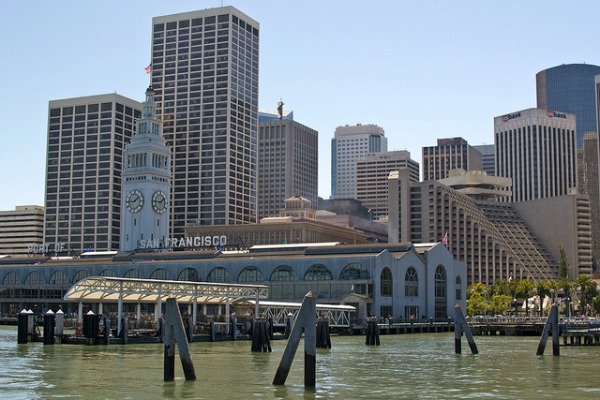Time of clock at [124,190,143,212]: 1:45
